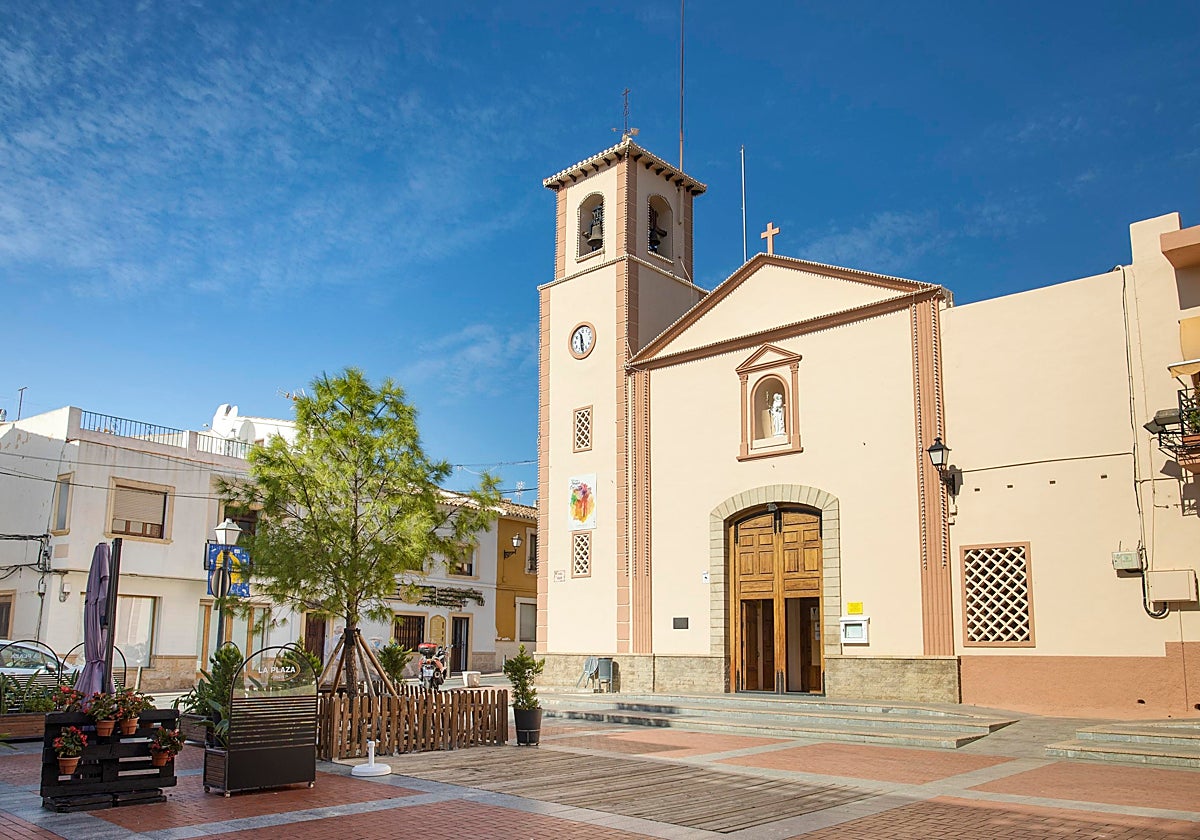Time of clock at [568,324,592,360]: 11:28
